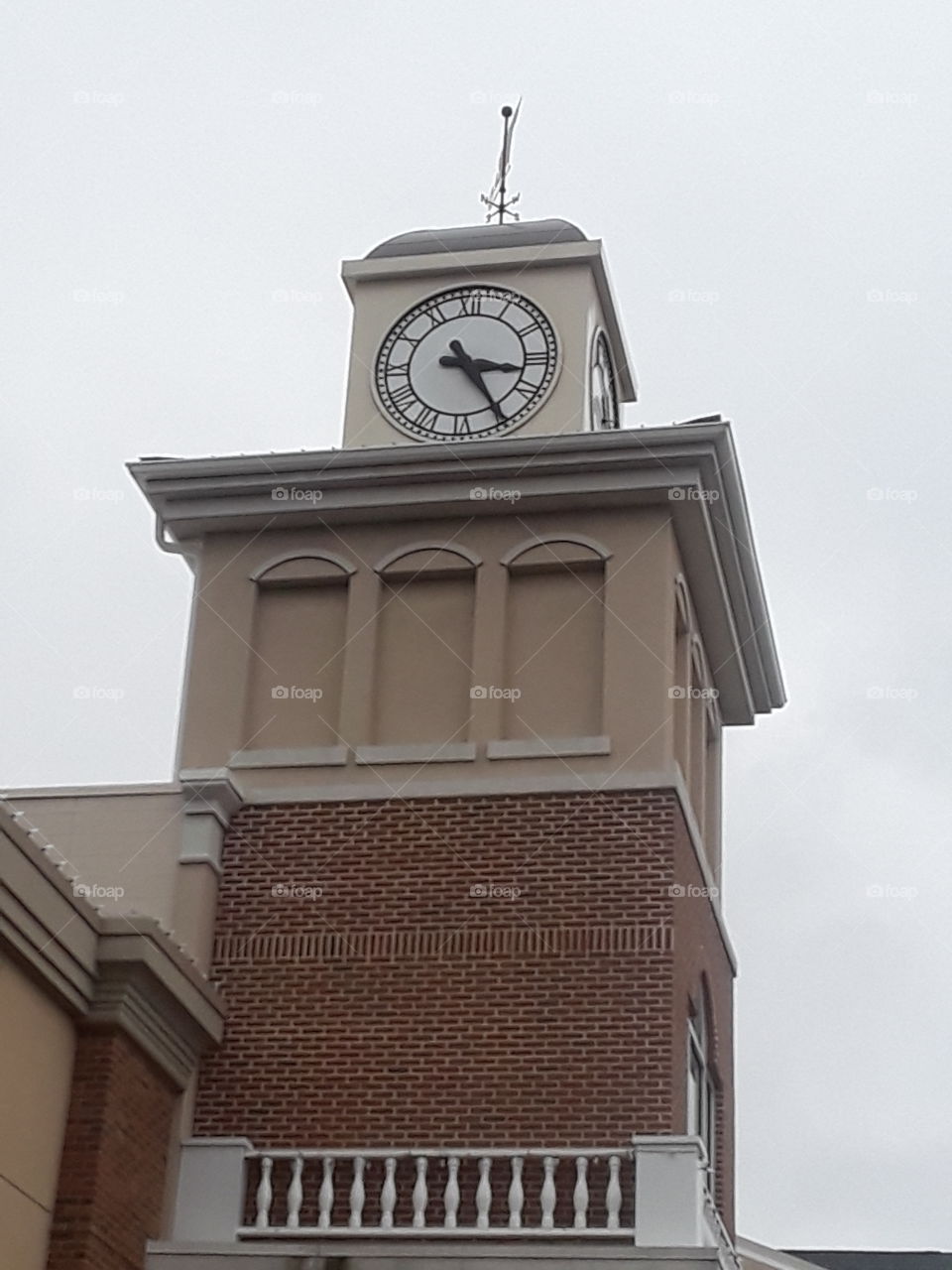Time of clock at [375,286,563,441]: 3:24
